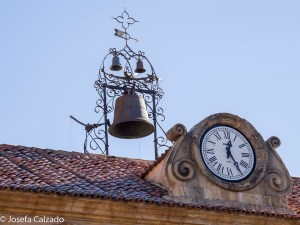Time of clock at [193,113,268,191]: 12:24
